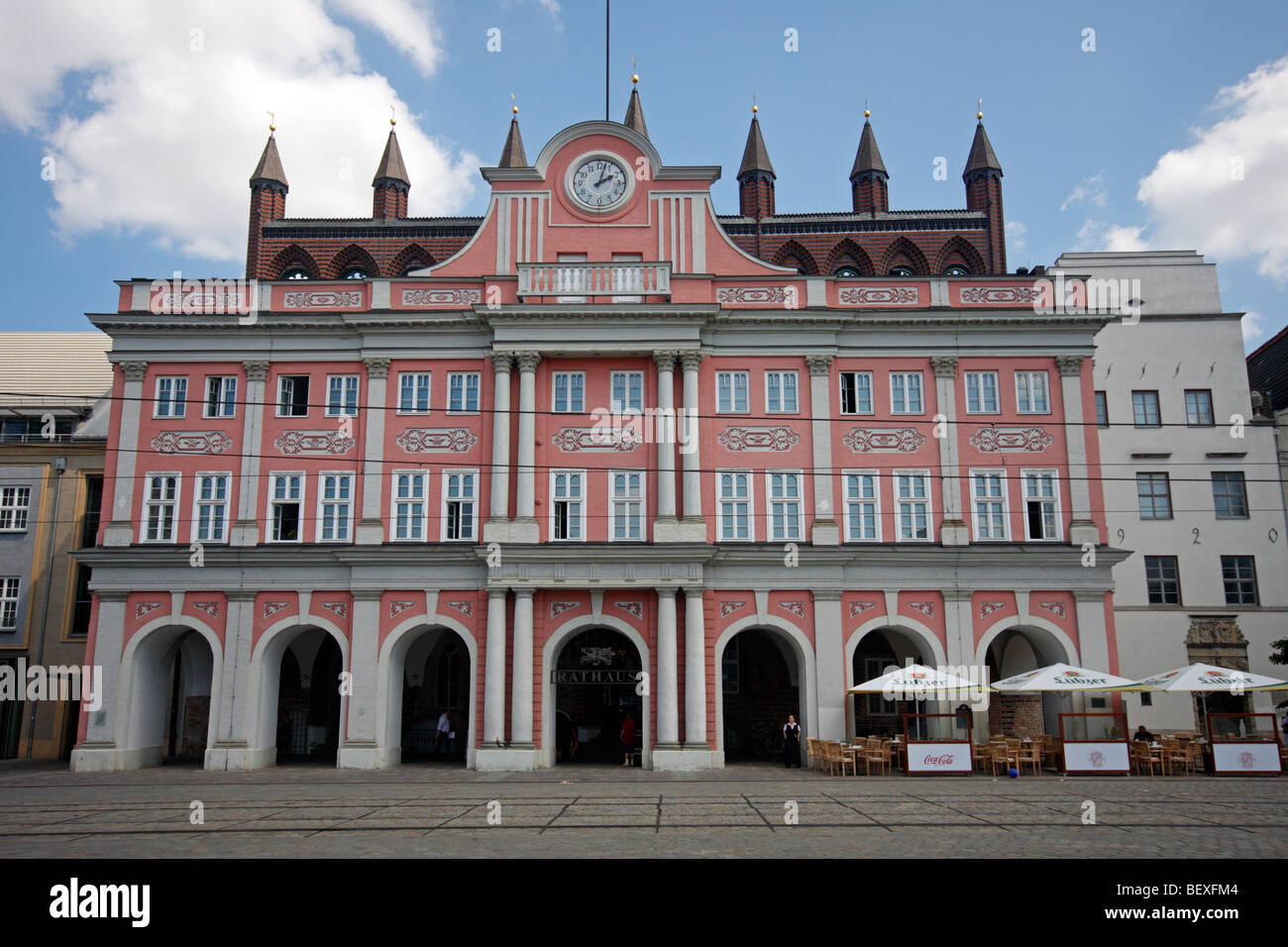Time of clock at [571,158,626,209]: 2:02
